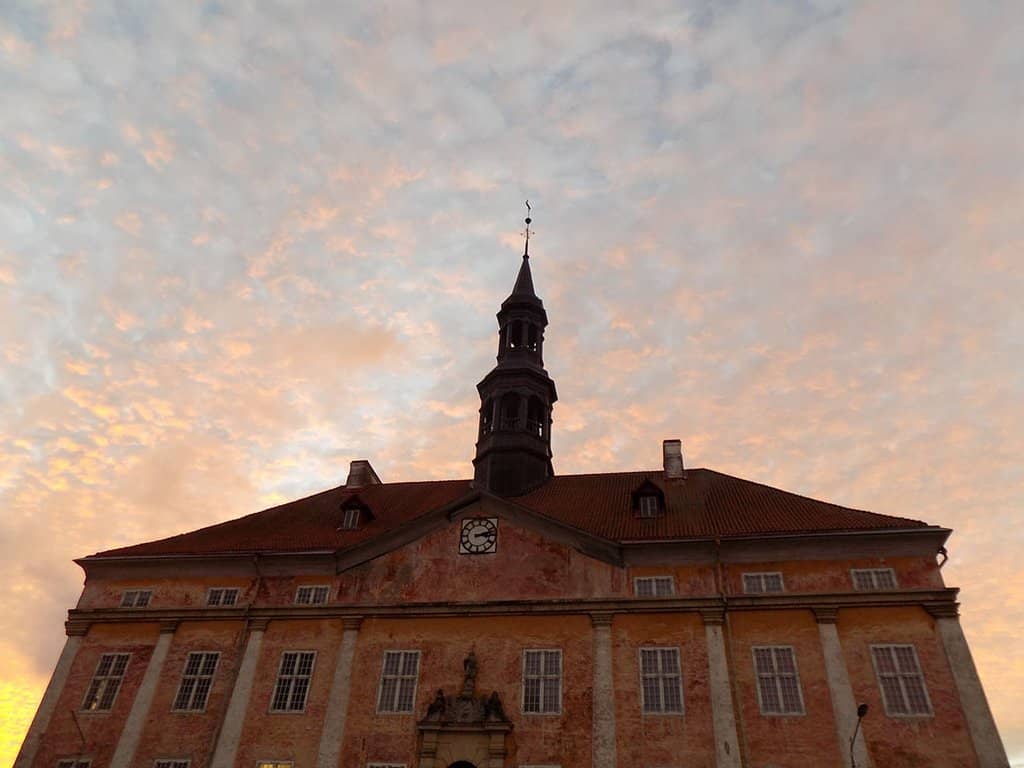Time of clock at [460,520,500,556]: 3:12
